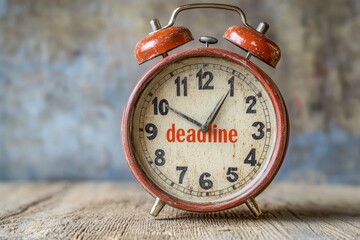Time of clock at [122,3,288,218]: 10:05
